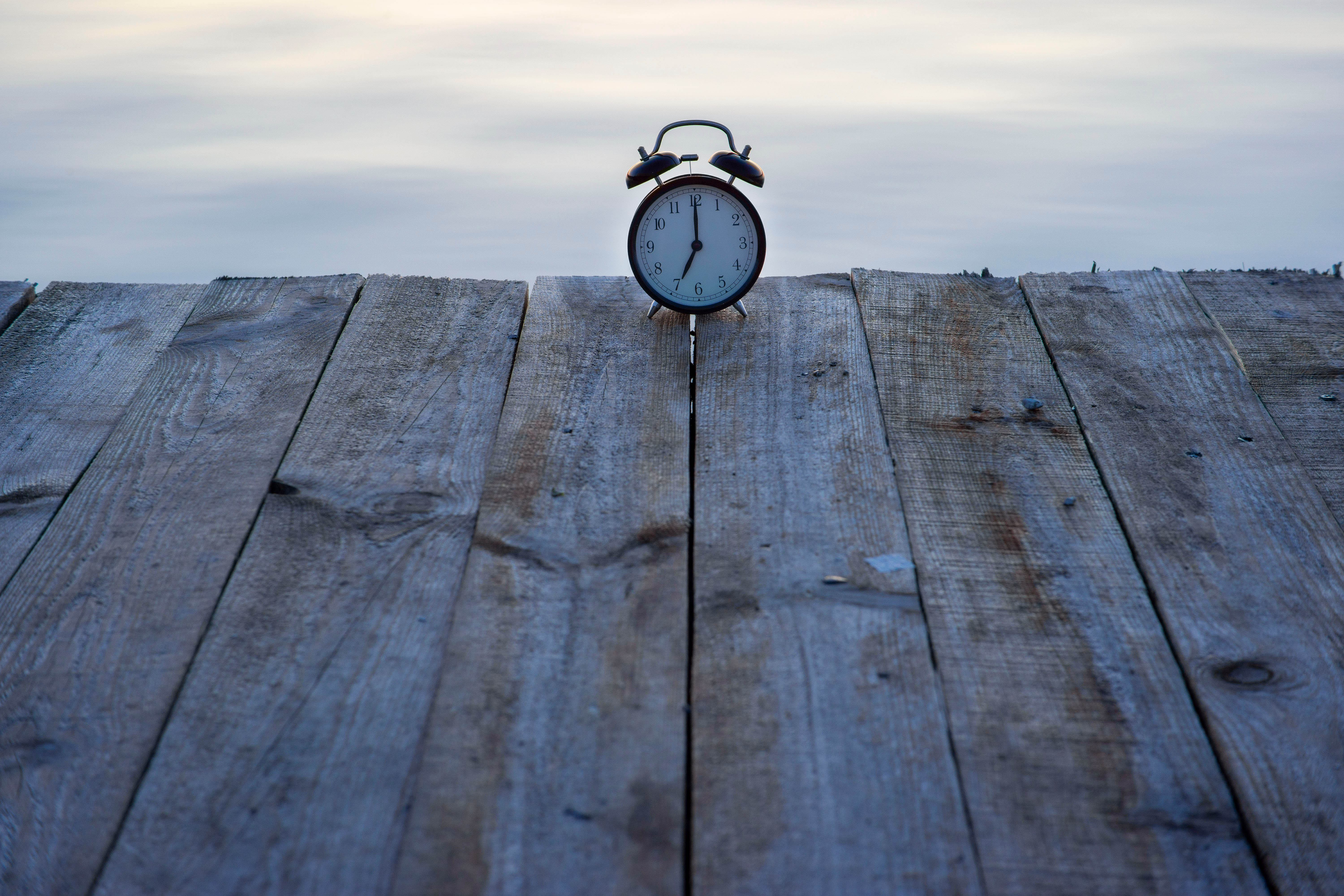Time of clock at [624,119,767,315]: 7:00
